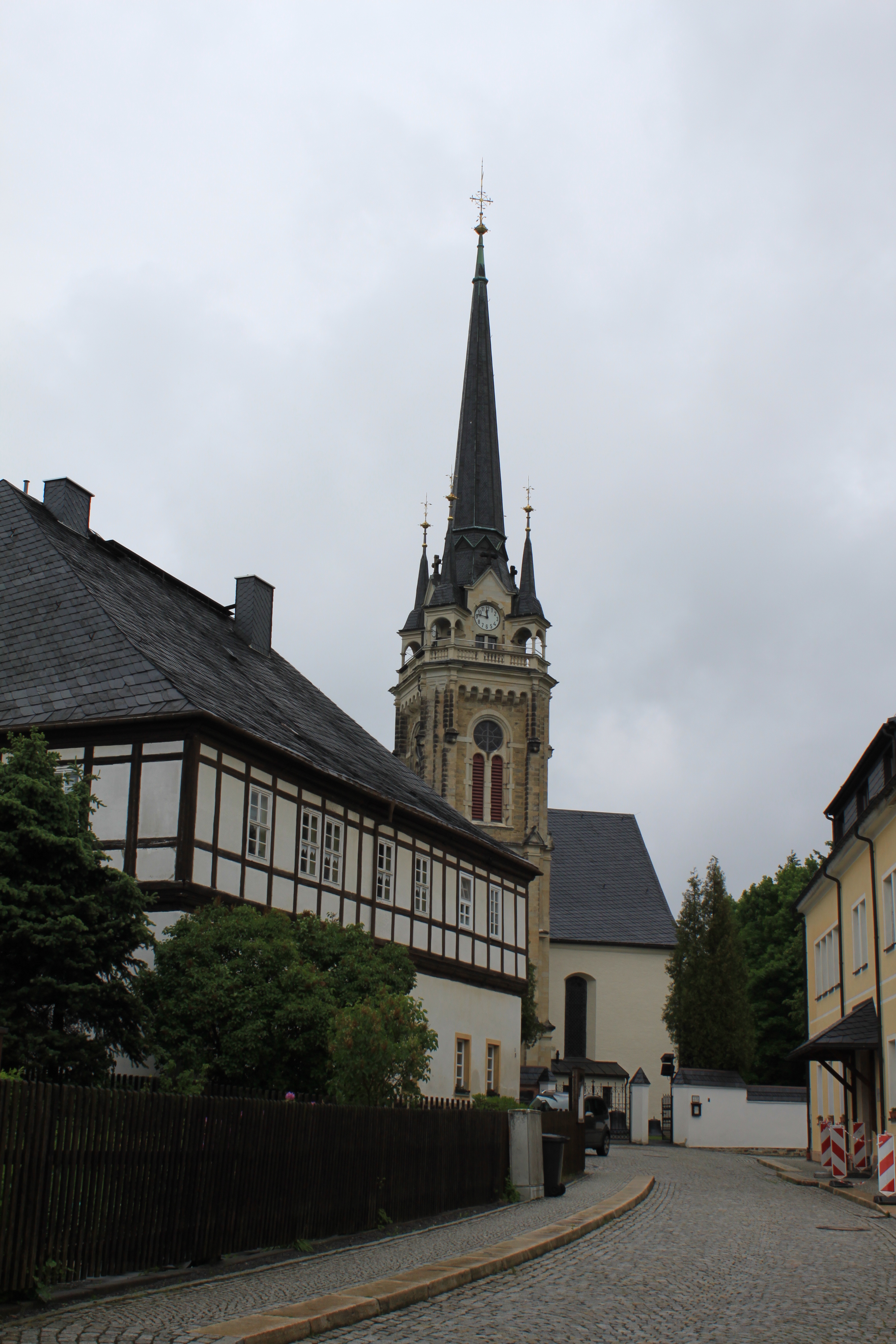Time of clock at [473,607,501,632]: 11:46
